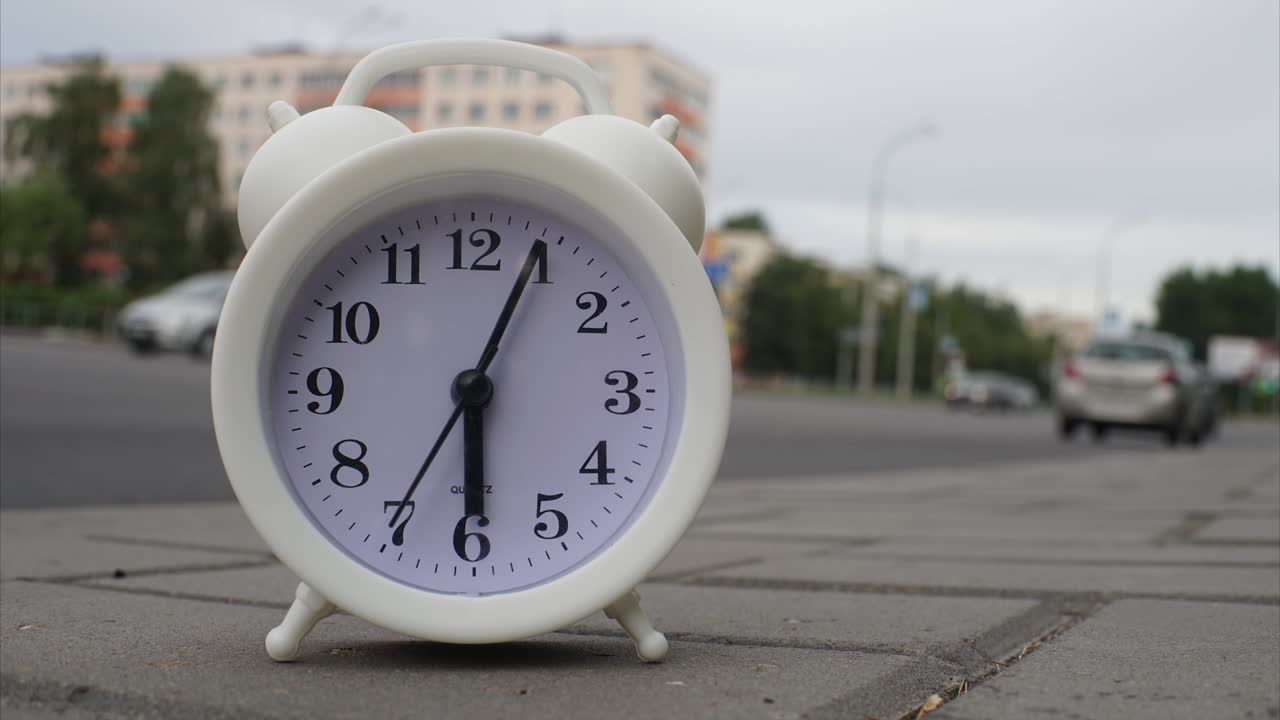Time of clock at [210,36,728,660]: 6:04
